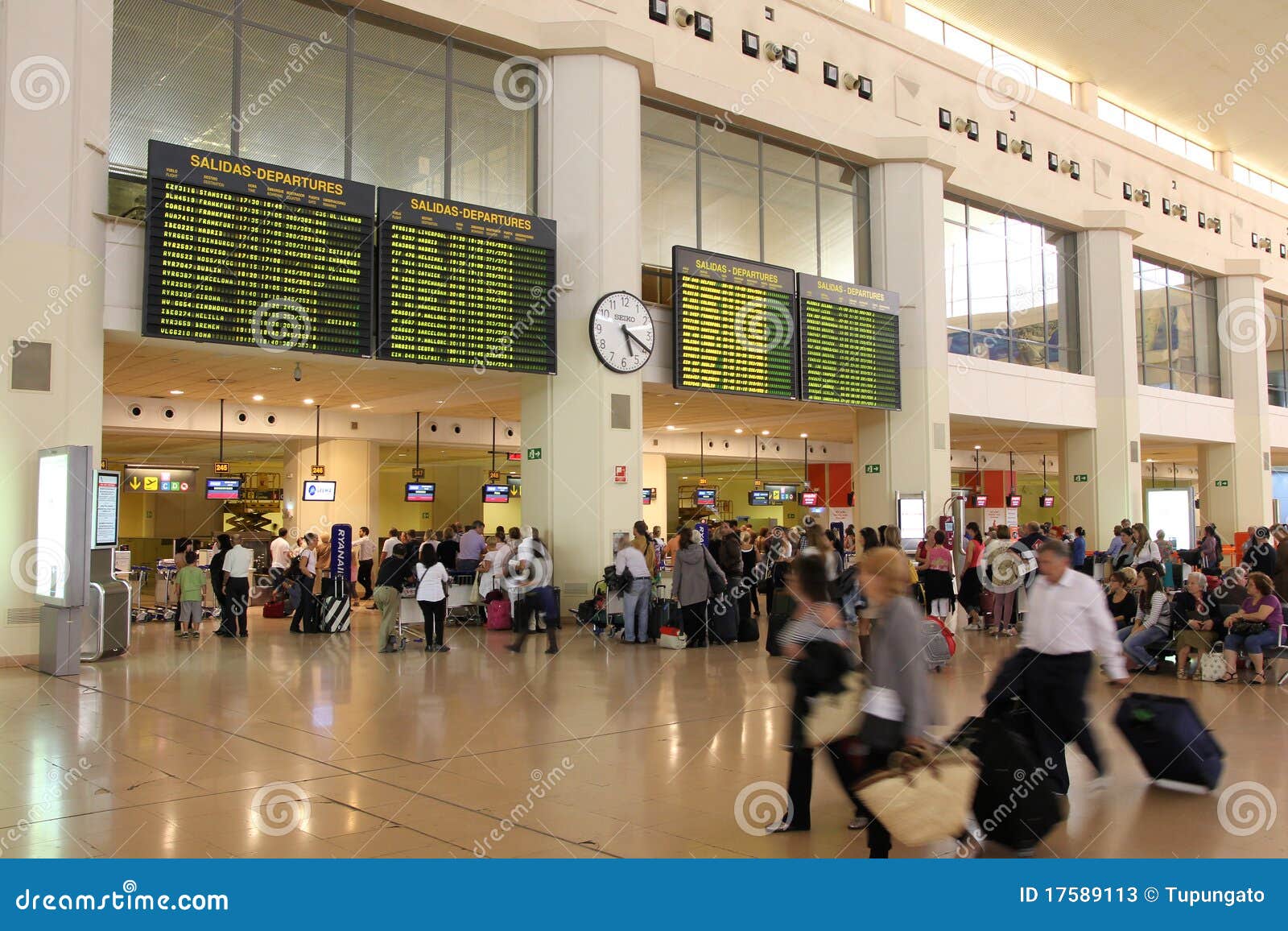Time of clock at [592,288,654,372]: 5:19
